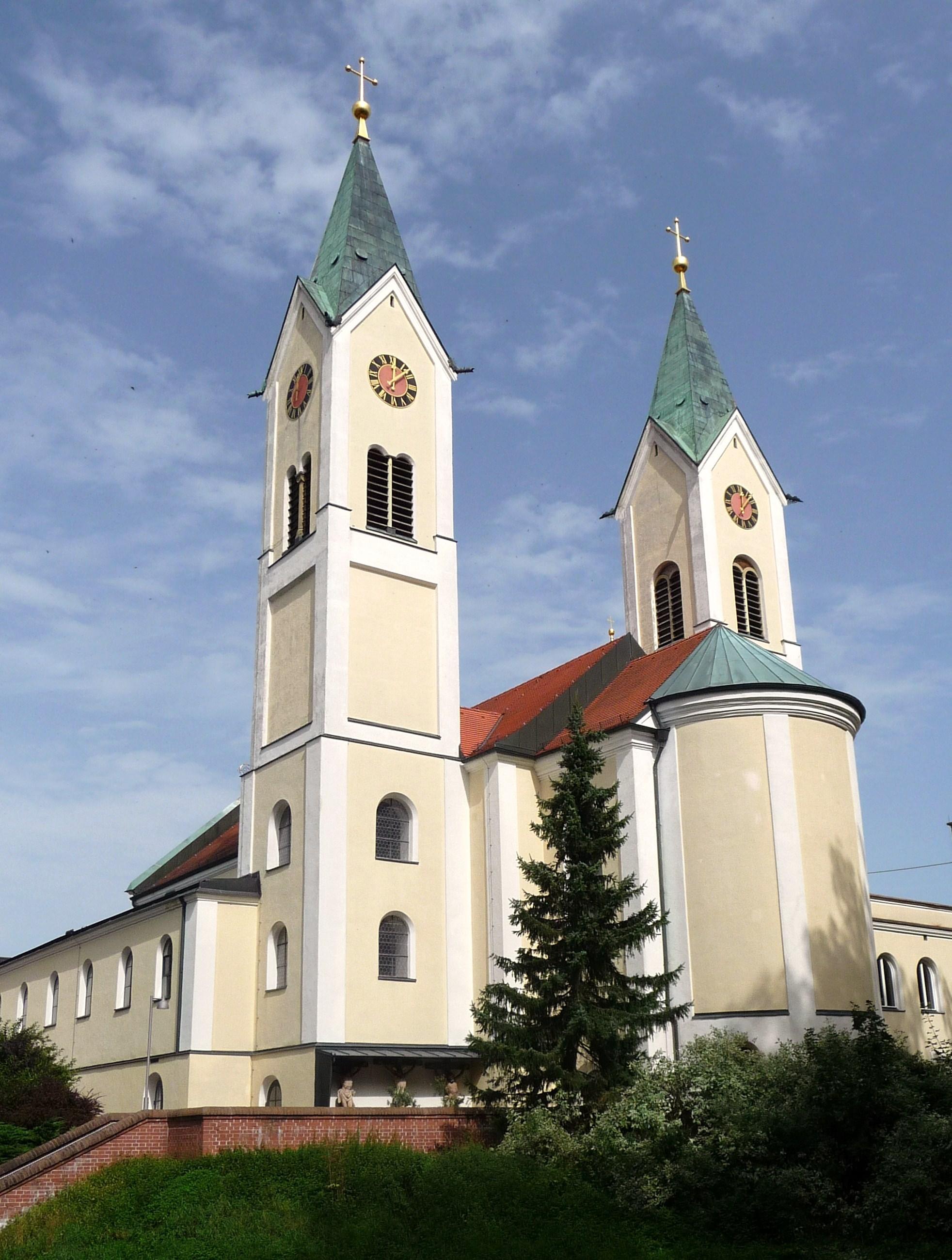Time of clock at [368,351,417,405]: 12:07
